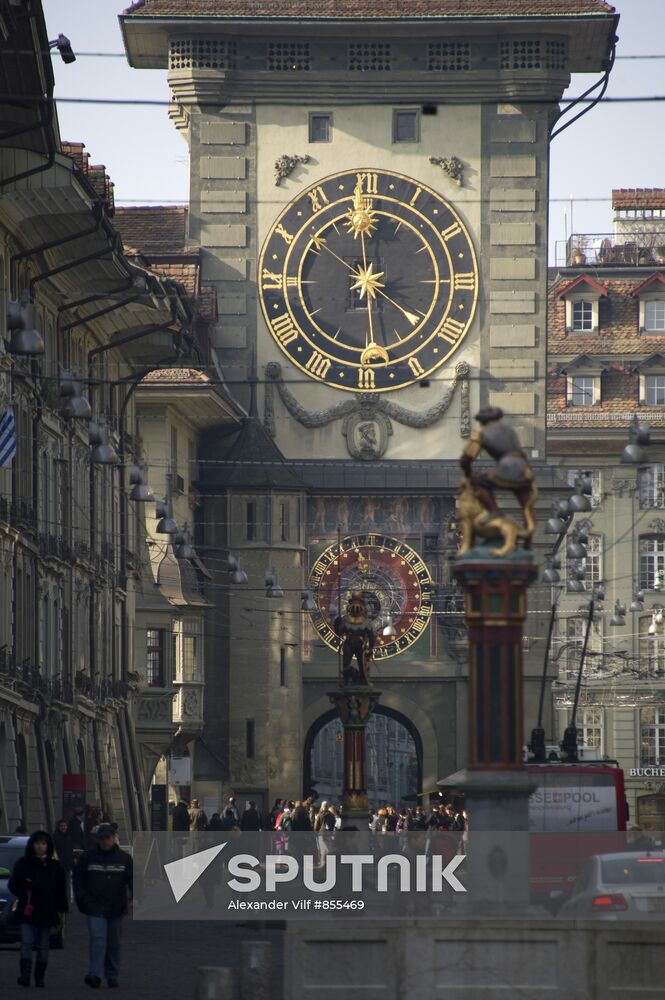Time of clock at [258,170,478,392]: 5:59
